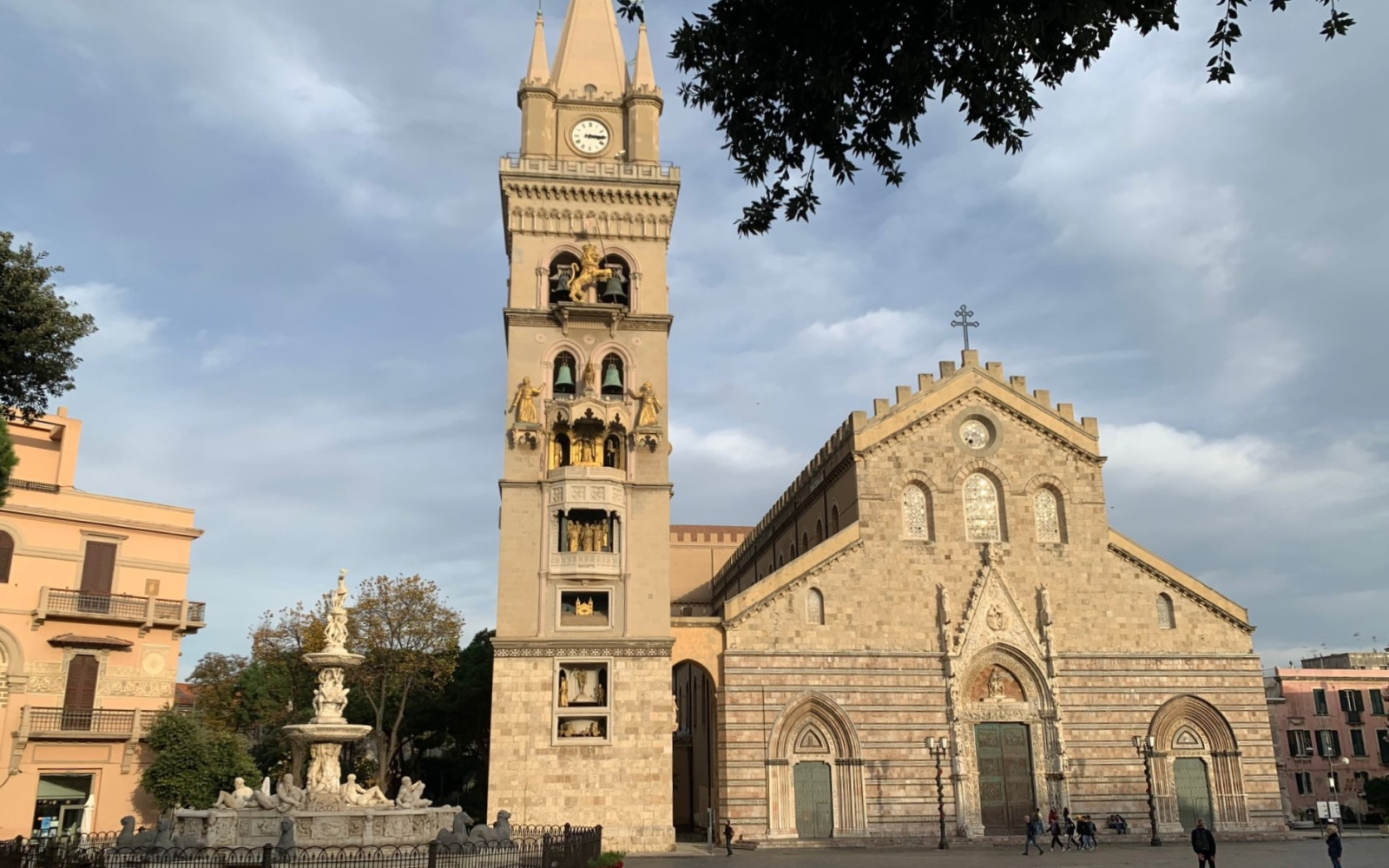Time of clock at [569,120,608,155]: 3:14
